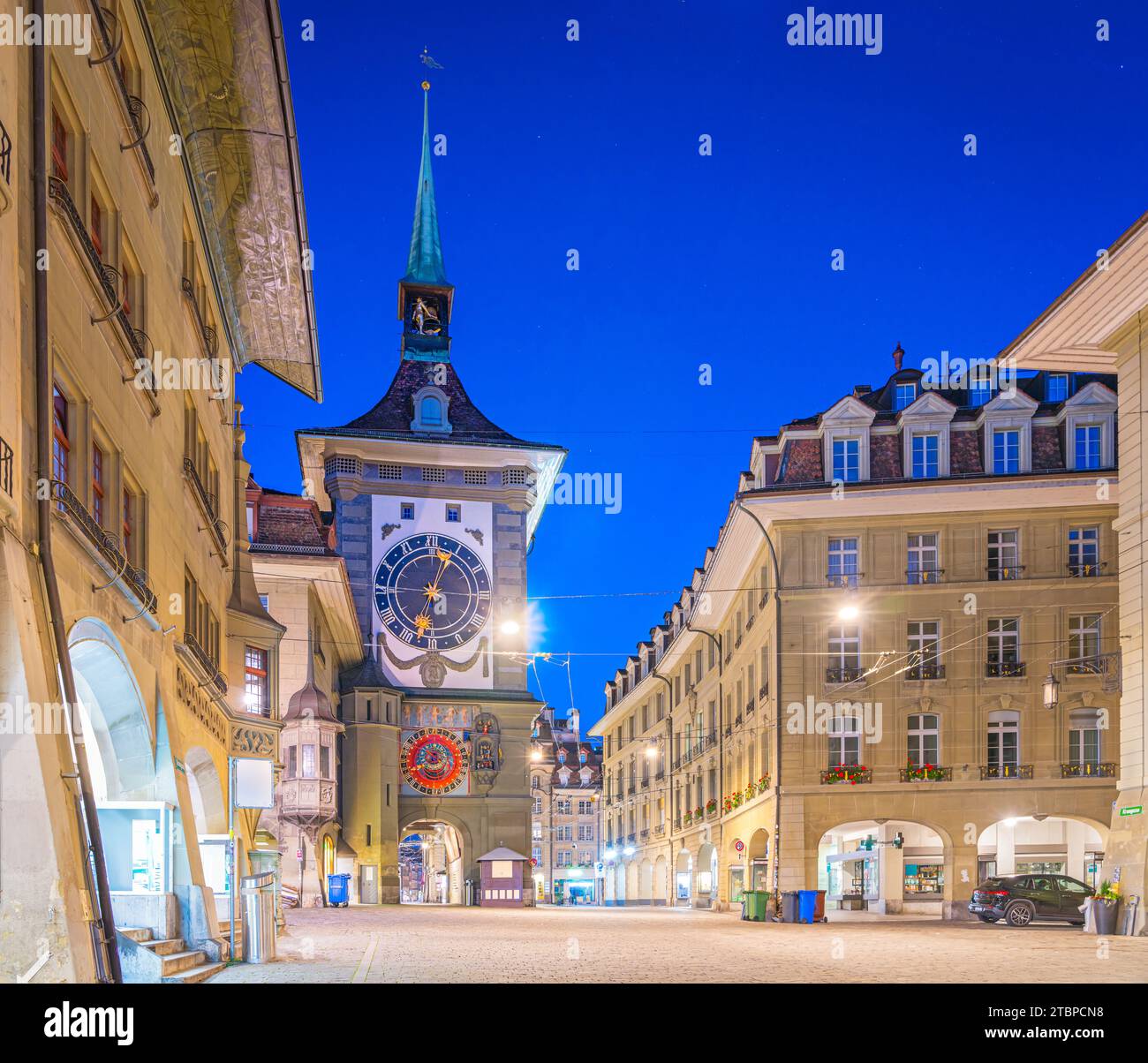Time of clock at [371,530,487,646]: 12:33
